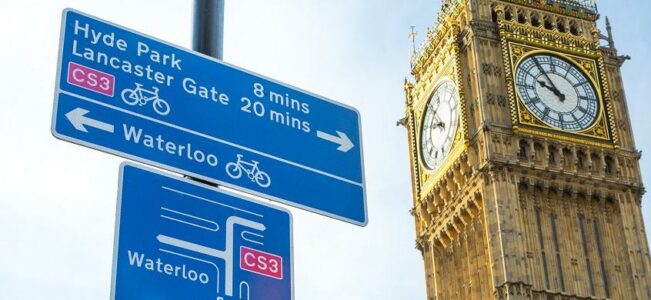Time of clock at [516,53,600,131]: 9:54
